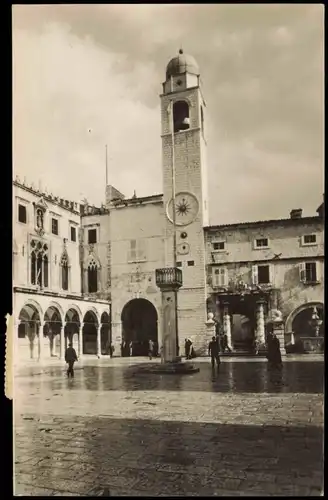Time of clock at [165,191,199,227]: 9:01
